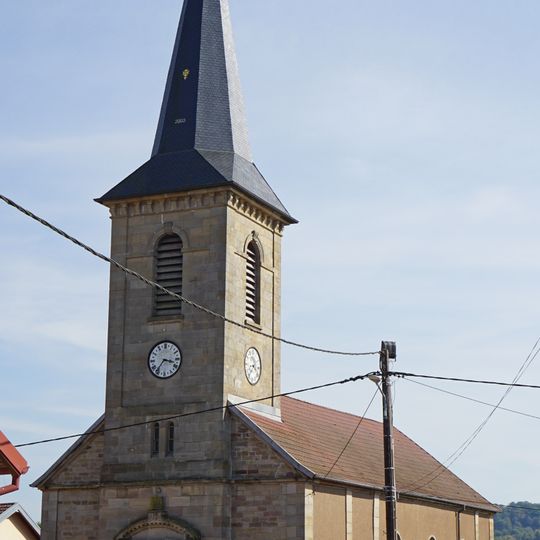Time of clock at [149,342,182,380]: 3:36
